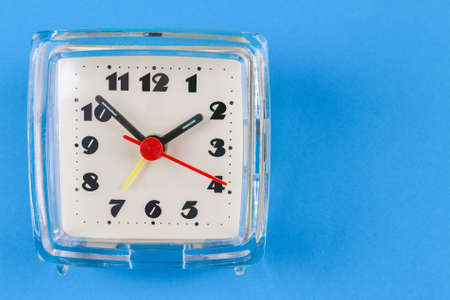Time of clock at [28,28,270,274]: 1:51
